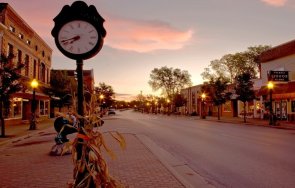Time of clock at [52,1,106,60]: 7:42
